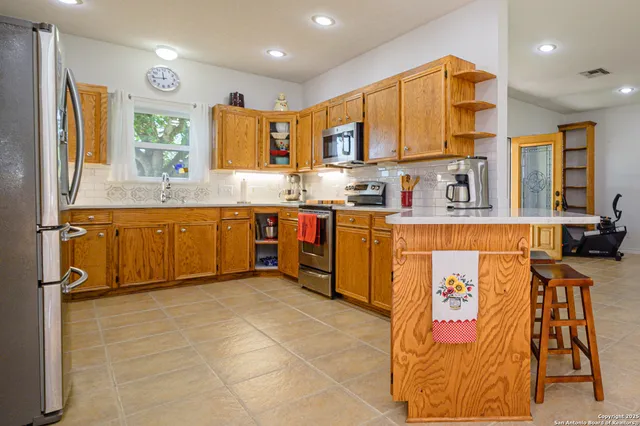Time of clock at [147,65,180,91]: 11:44
